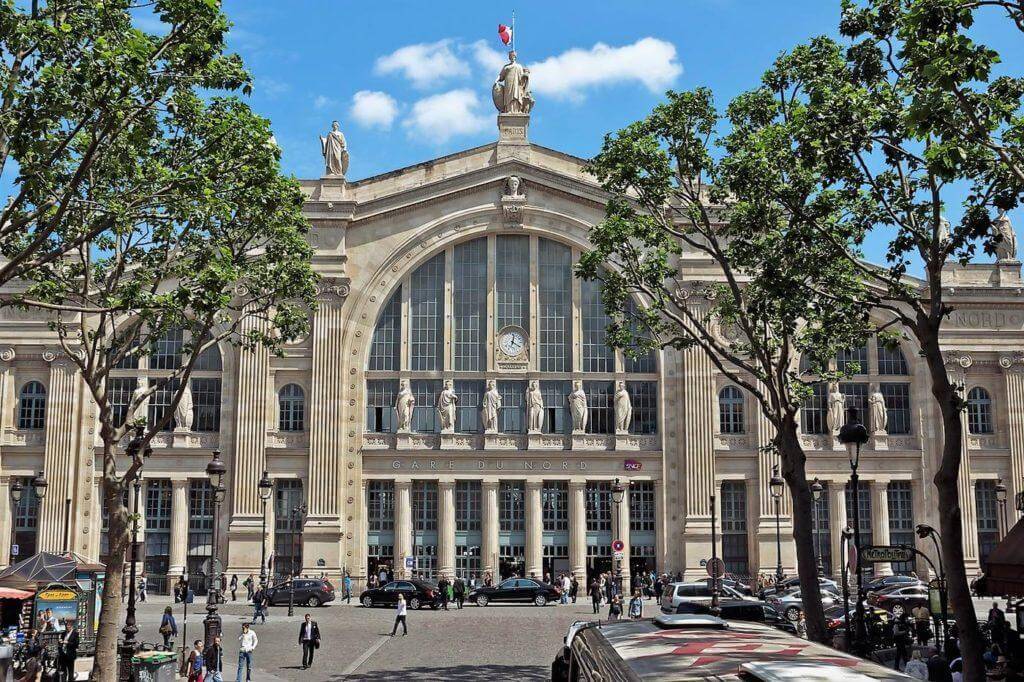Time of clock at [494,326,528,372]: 12:19
